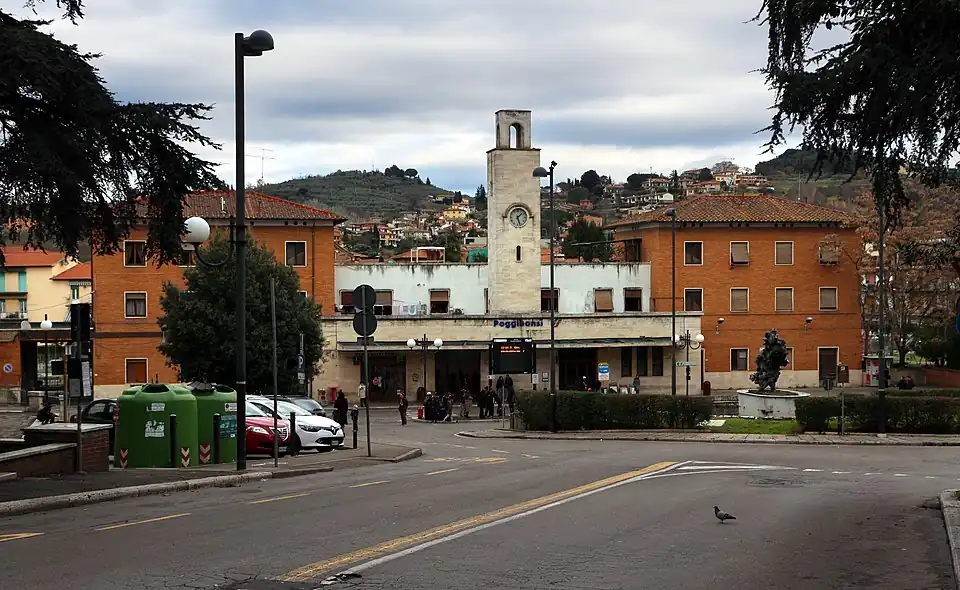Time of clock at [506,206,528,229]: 1:27
